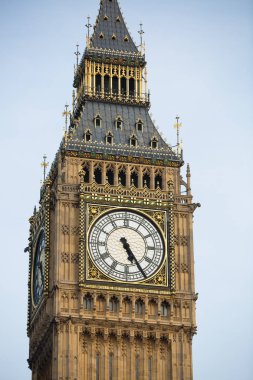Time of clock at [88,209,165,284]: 5:24
